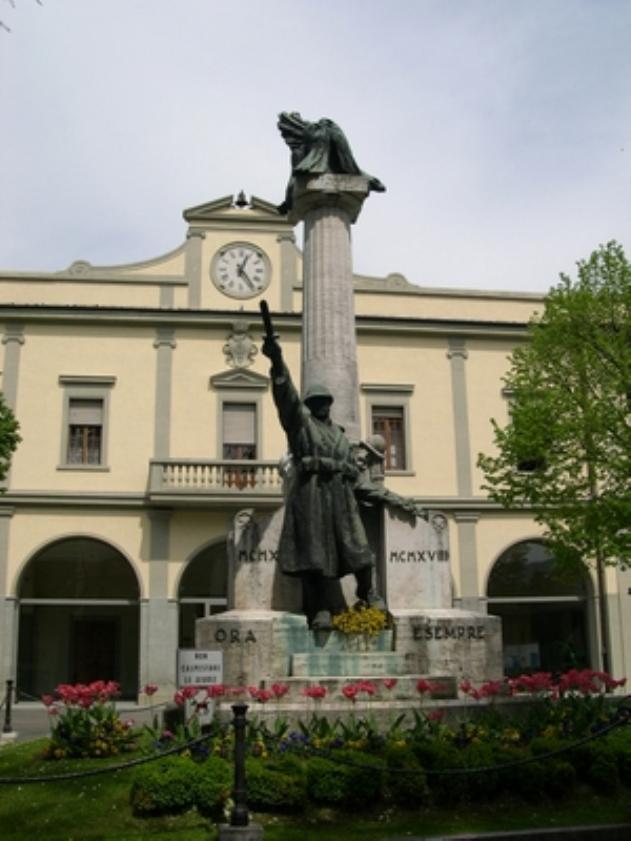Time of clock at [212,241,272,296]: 12:23
